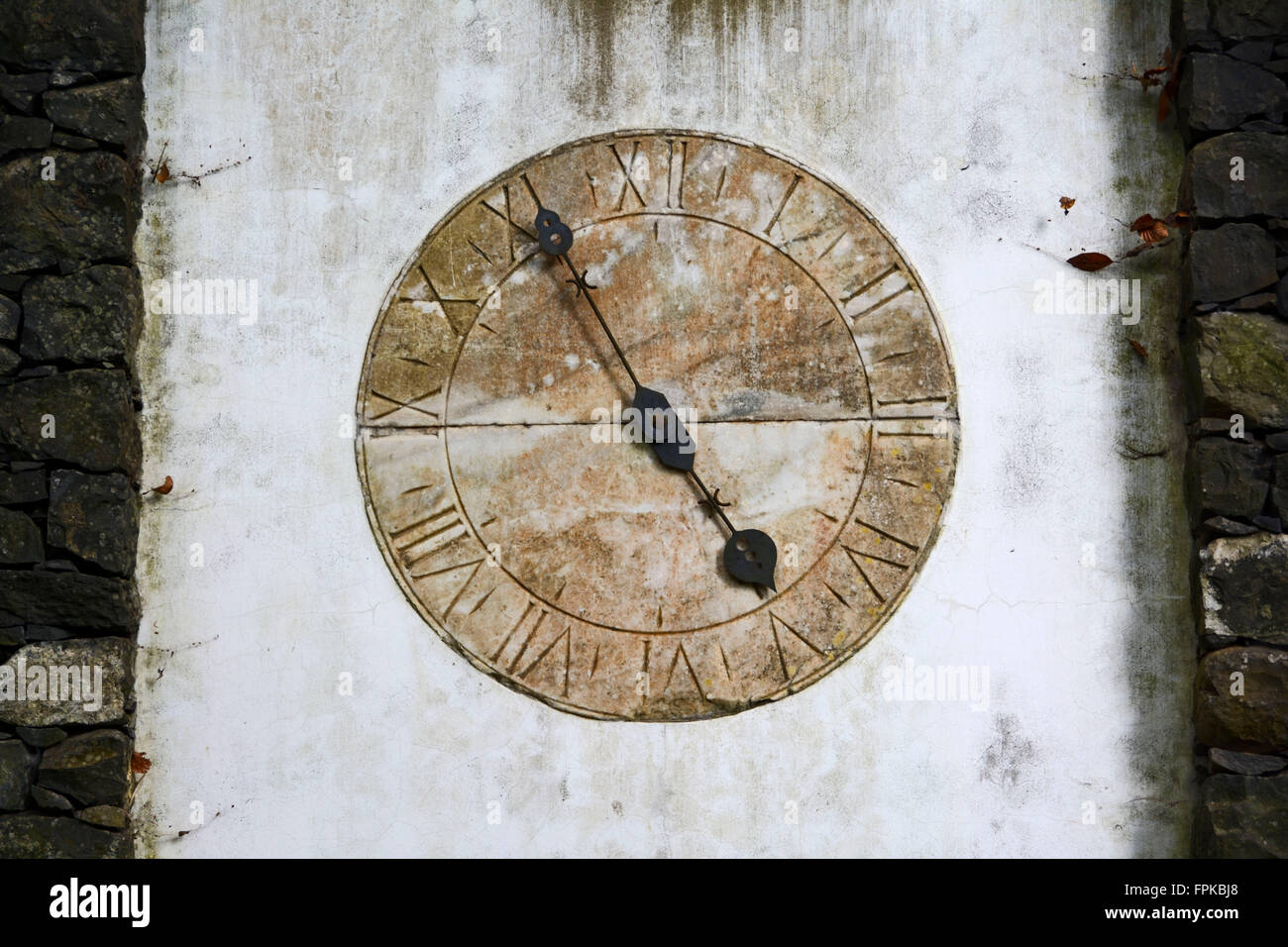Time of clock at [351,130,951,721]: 4:55
